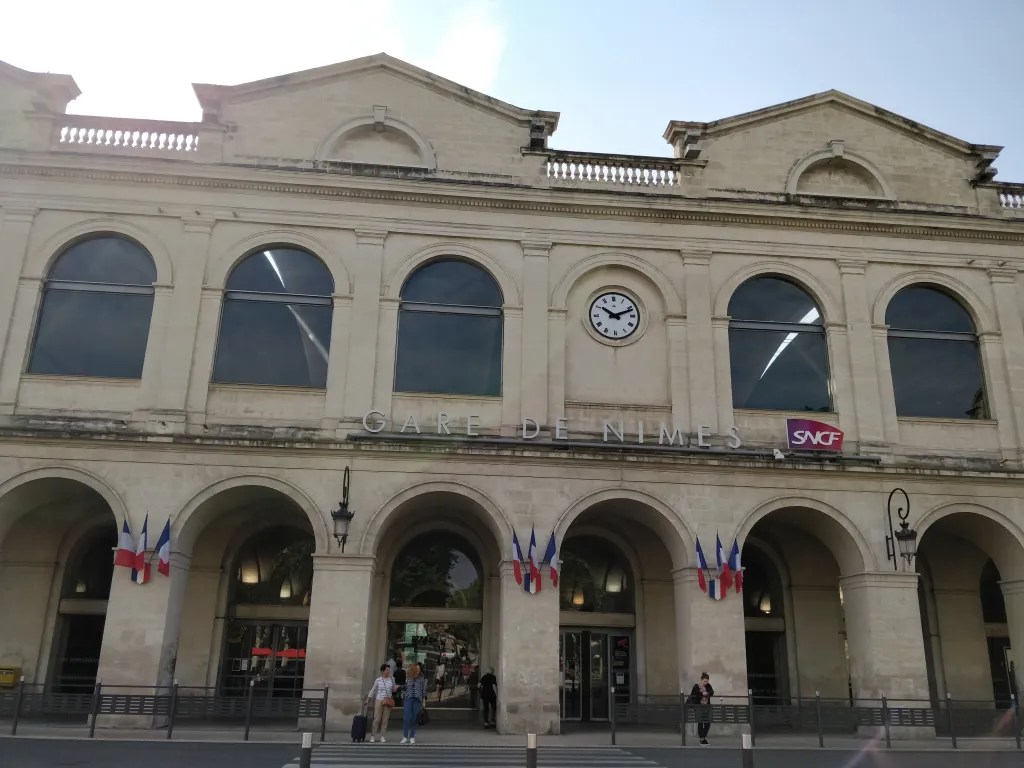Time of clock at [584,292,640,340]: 10:11
